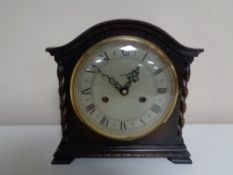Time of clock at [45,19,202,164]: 12:51
